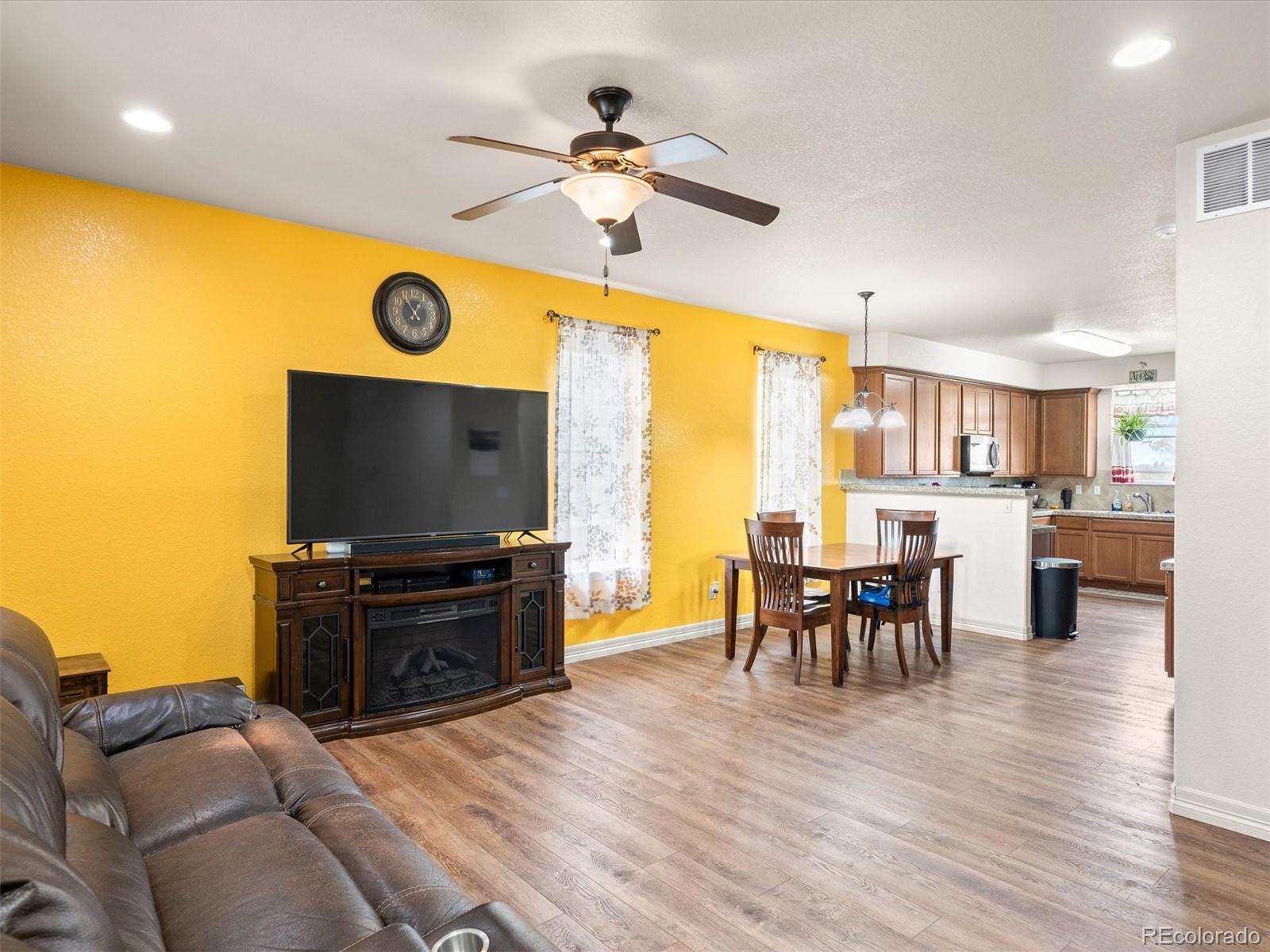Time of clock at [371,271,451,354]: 12:54
